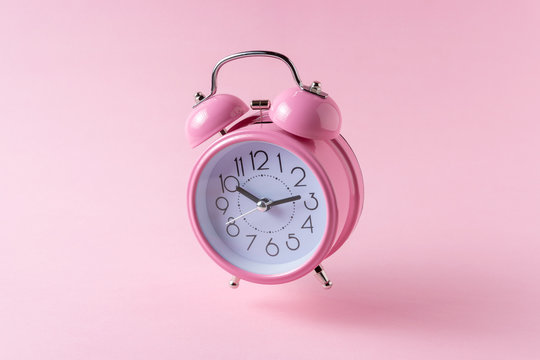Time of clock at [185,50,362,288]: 10:13
